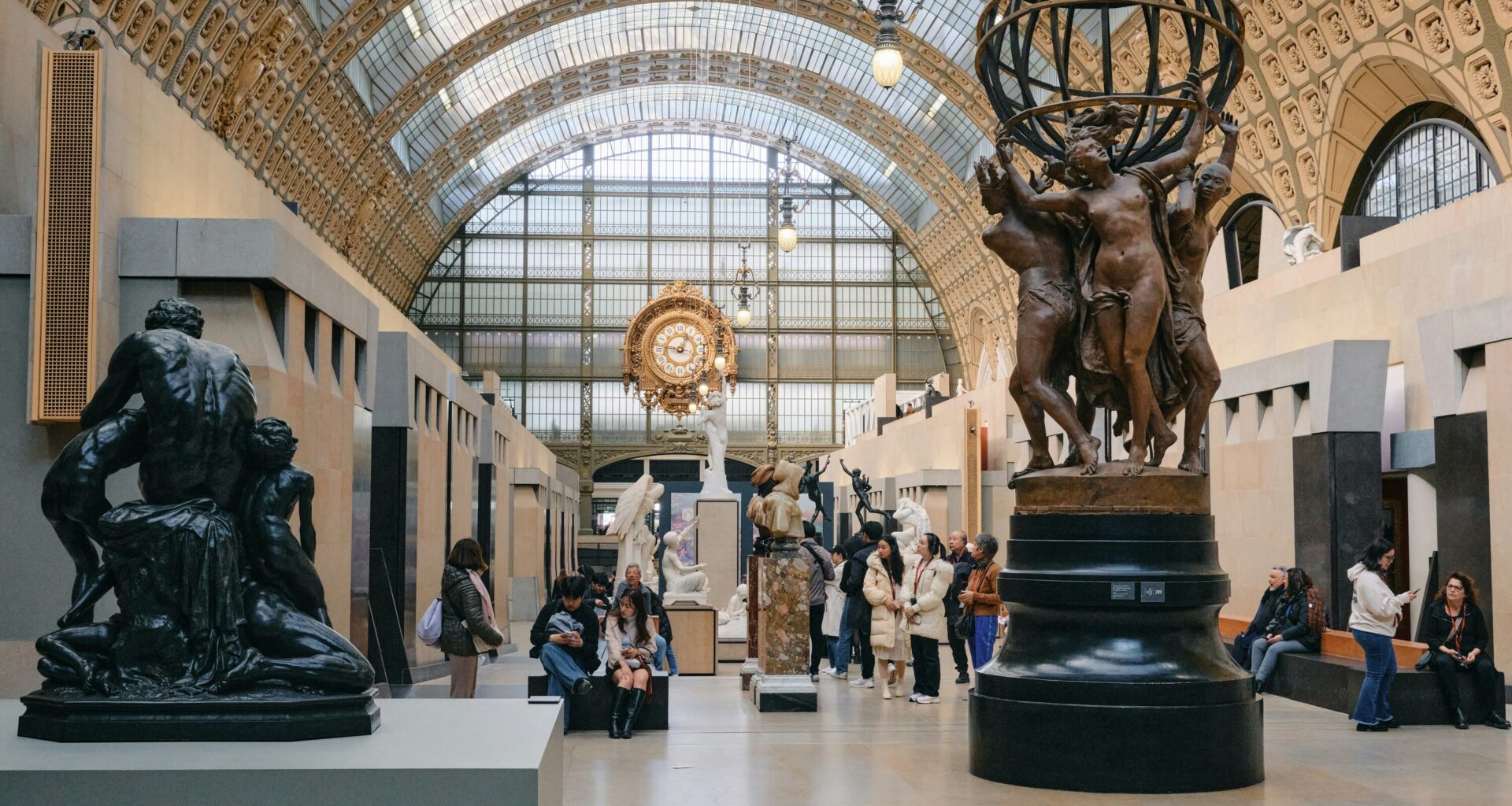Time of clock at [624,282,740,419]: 12:46
